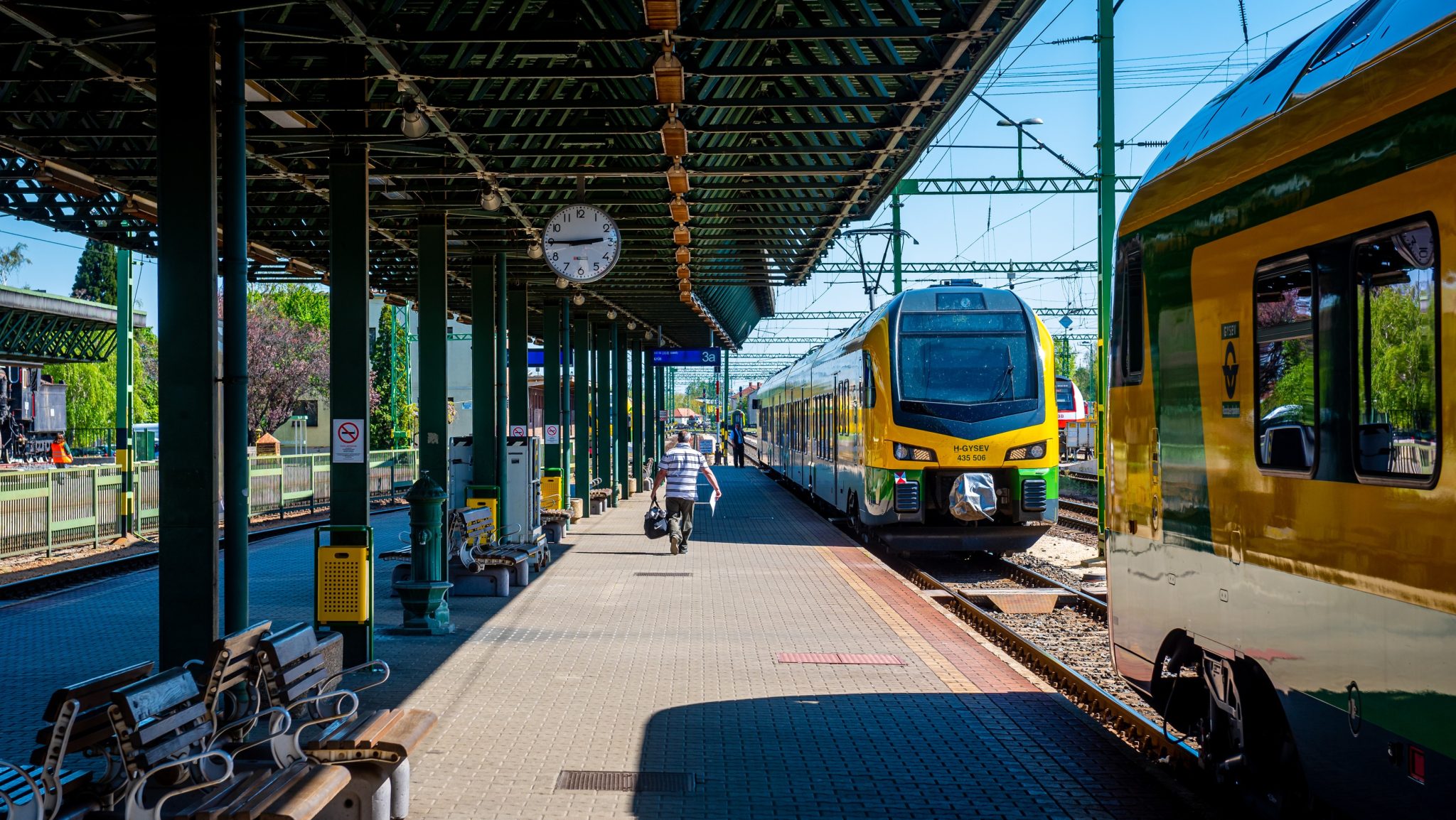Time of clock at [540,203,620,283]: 2:45
